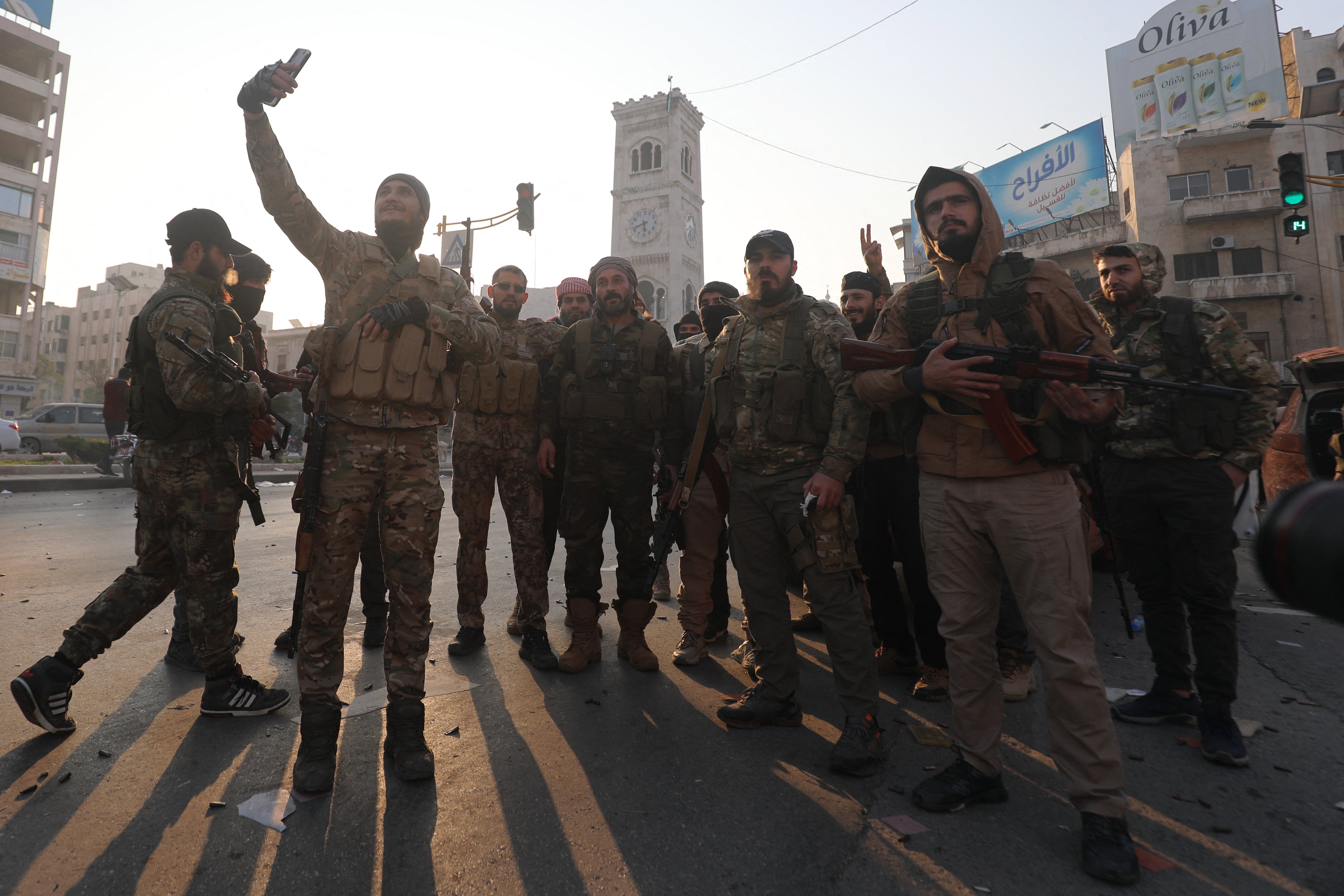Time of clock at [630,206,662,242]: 5:42
